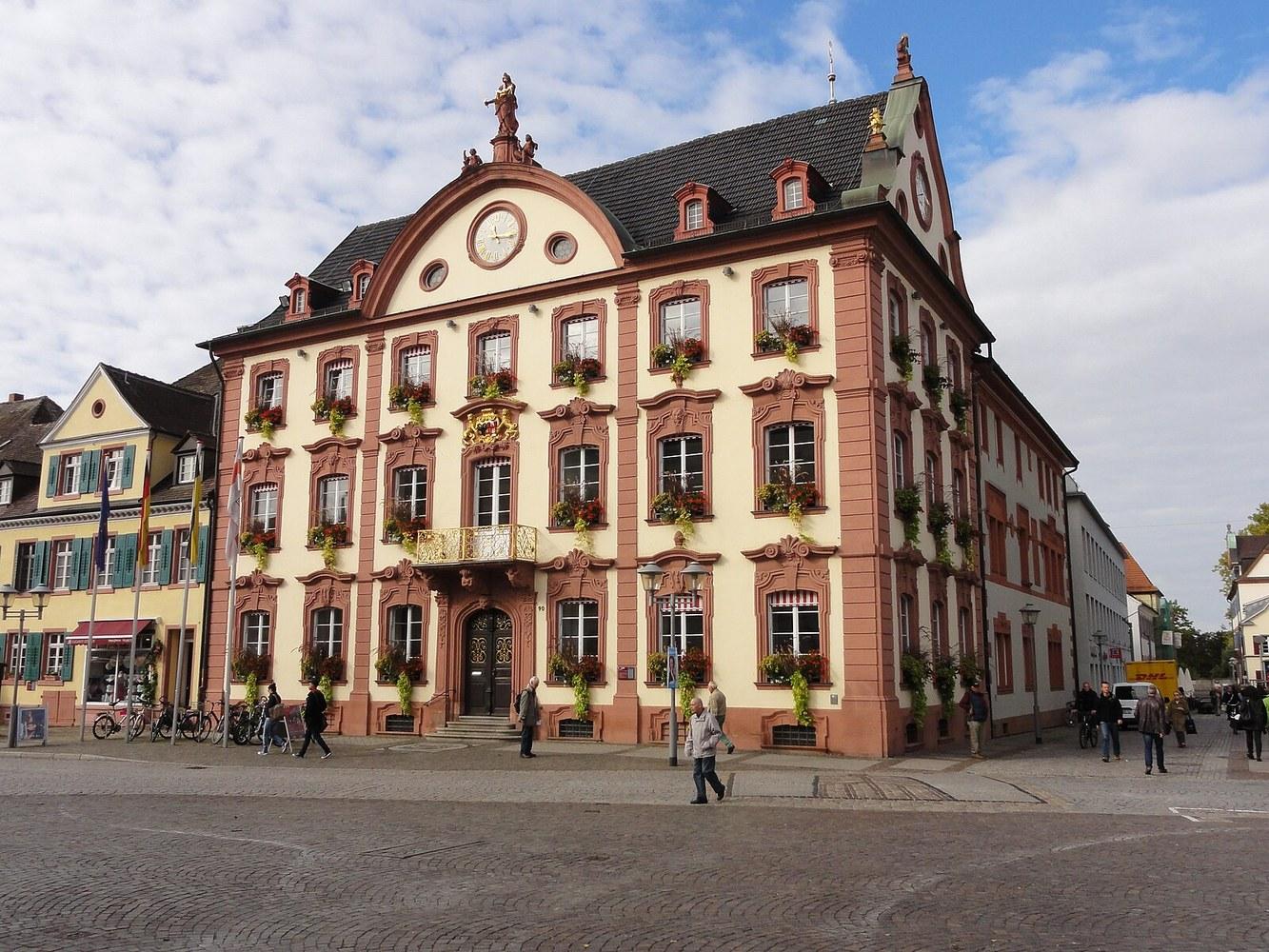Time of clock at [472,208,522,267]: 11:16
